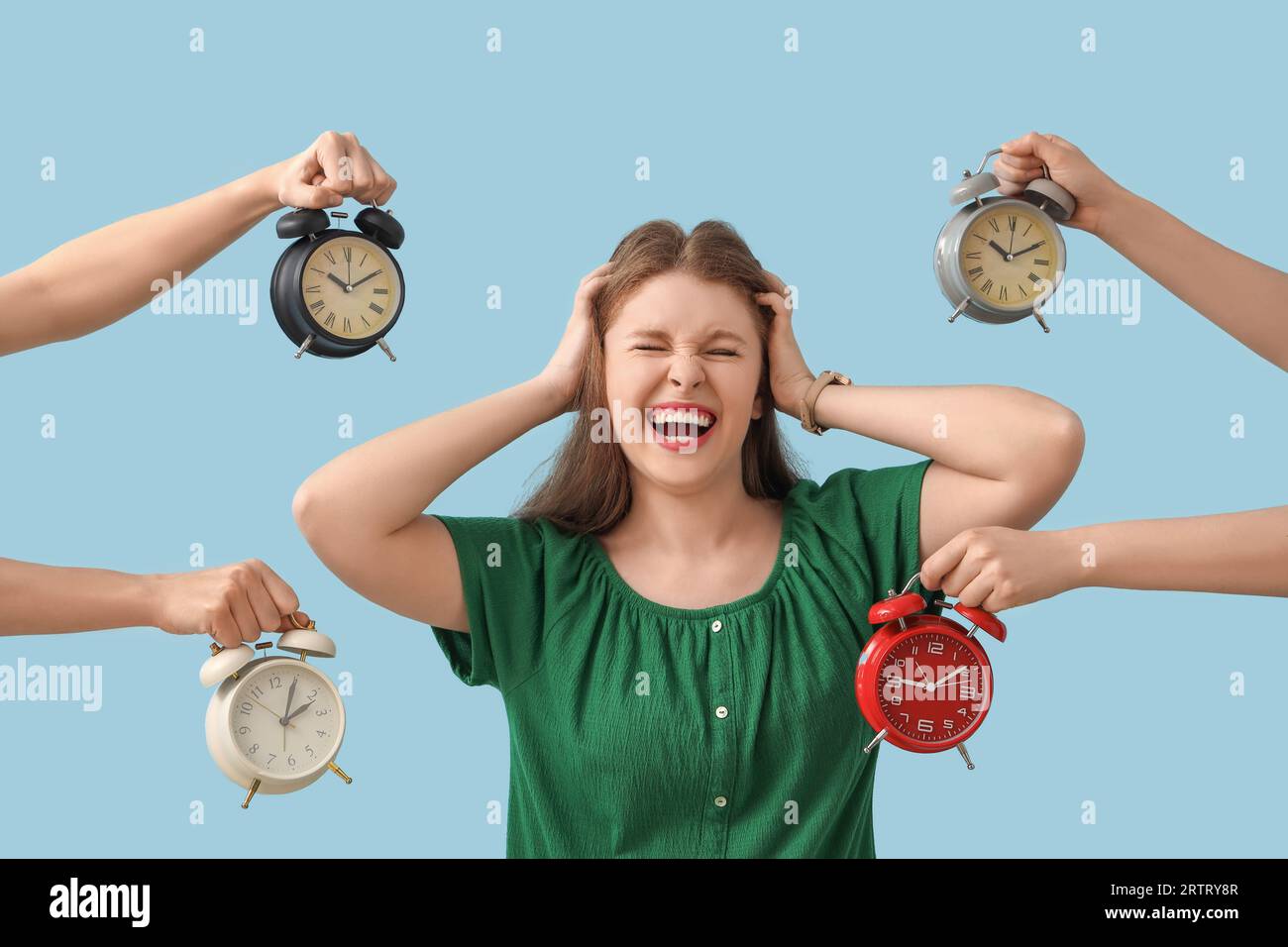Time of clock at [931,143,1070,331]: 10:10
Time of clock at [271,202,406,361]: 10:10
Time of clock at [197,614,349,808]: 2:04
